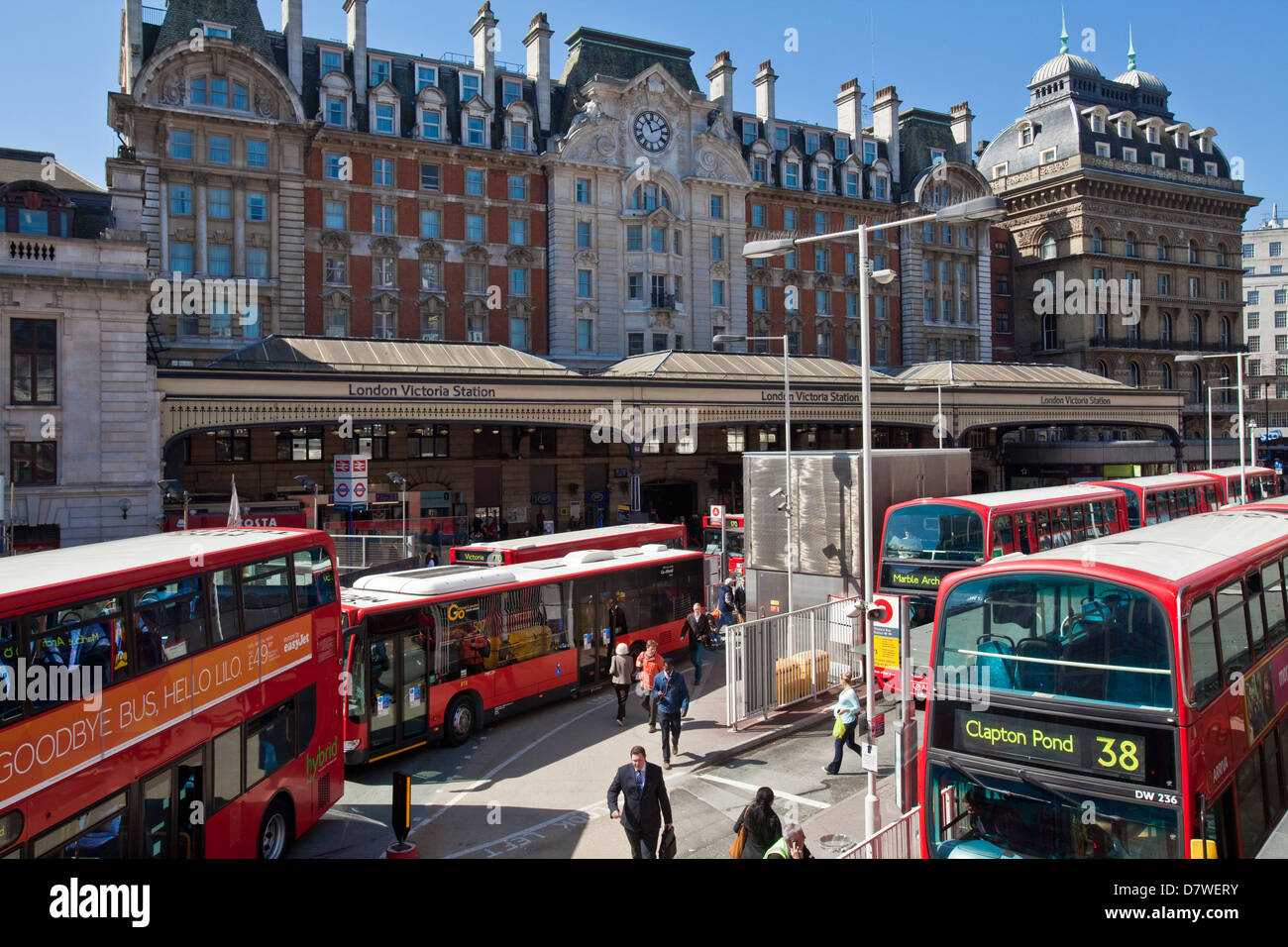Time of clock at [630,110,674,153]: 11:11
